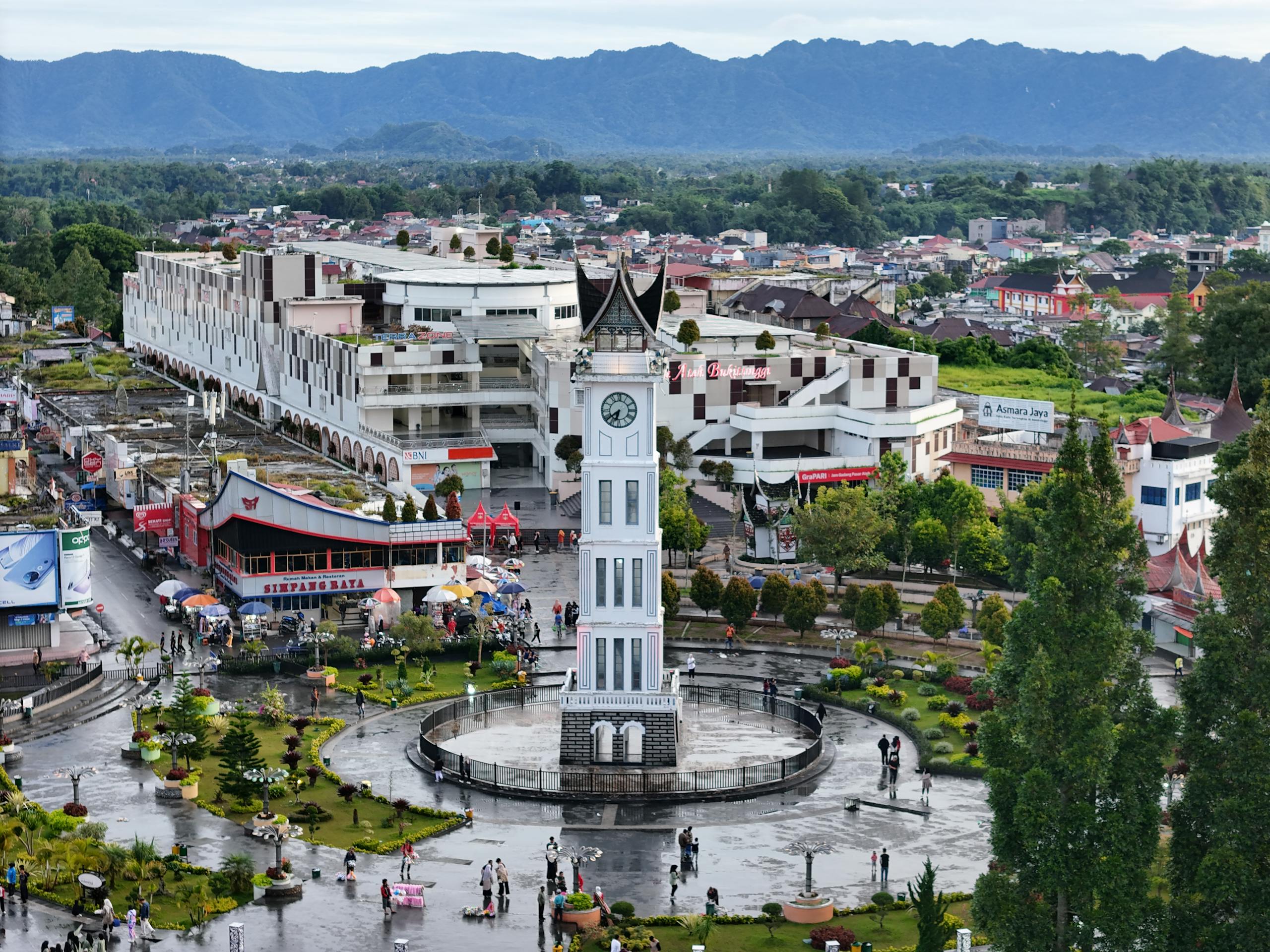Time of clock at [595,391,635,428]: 6:38
